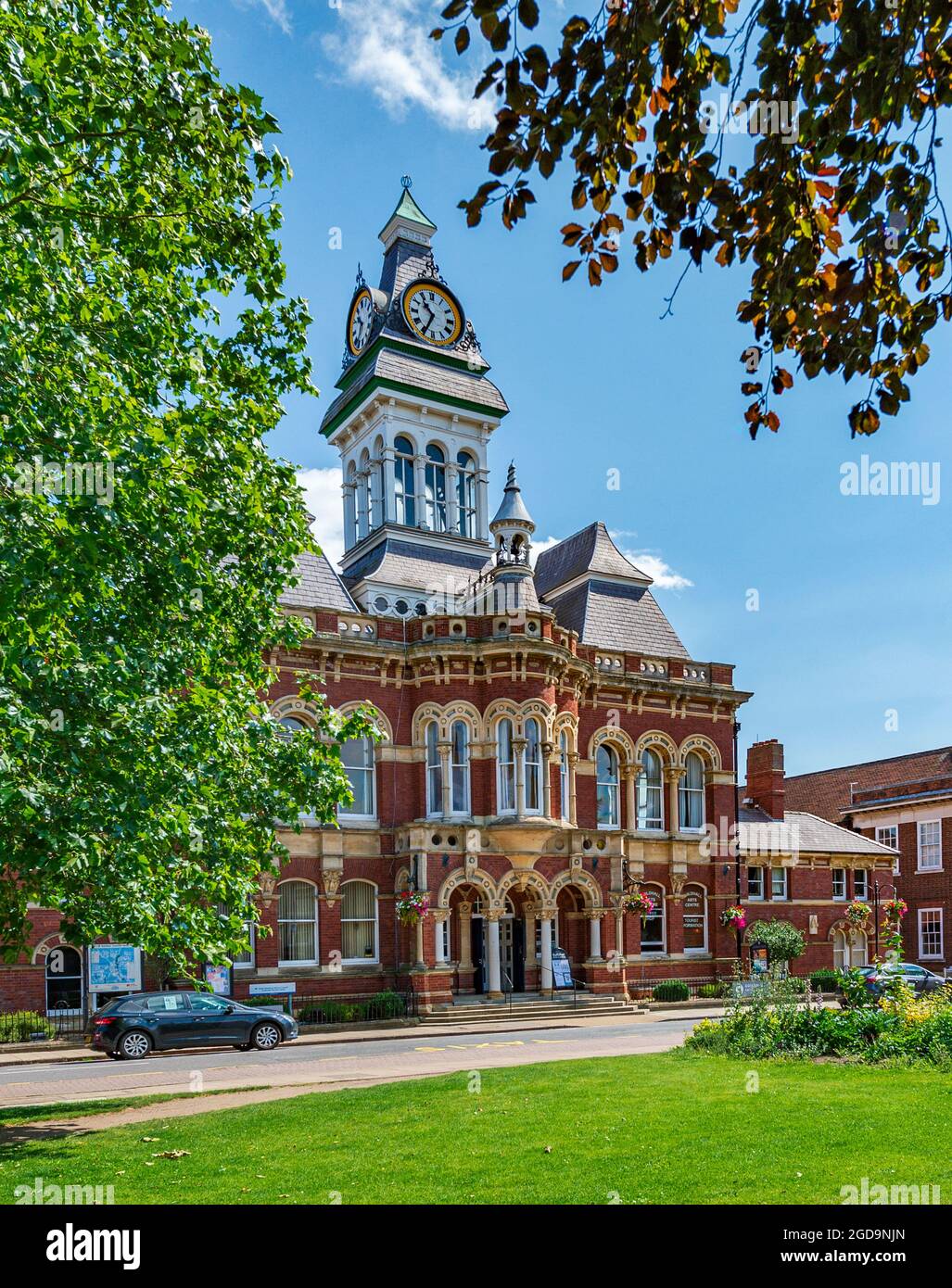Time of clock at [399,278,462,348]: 10:34
